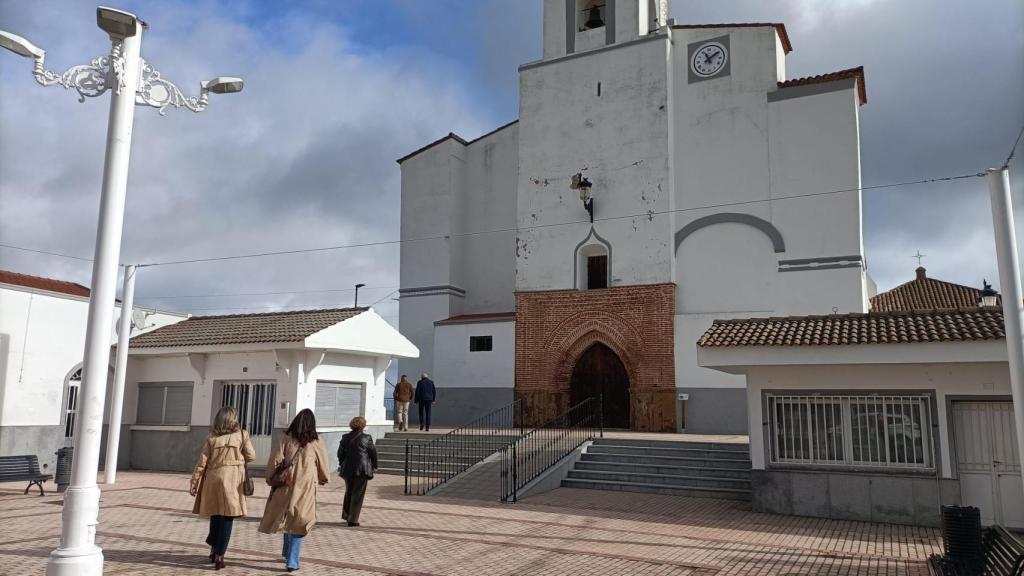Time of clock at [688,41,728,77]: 11:09
